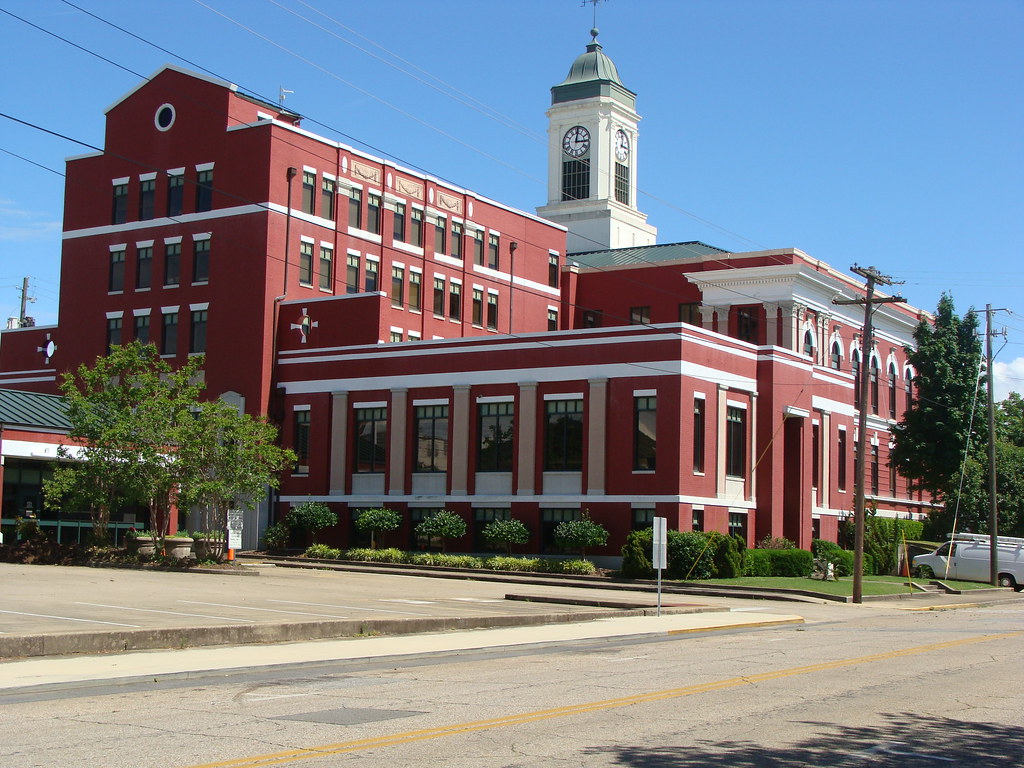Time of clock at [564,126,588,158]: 3:01
